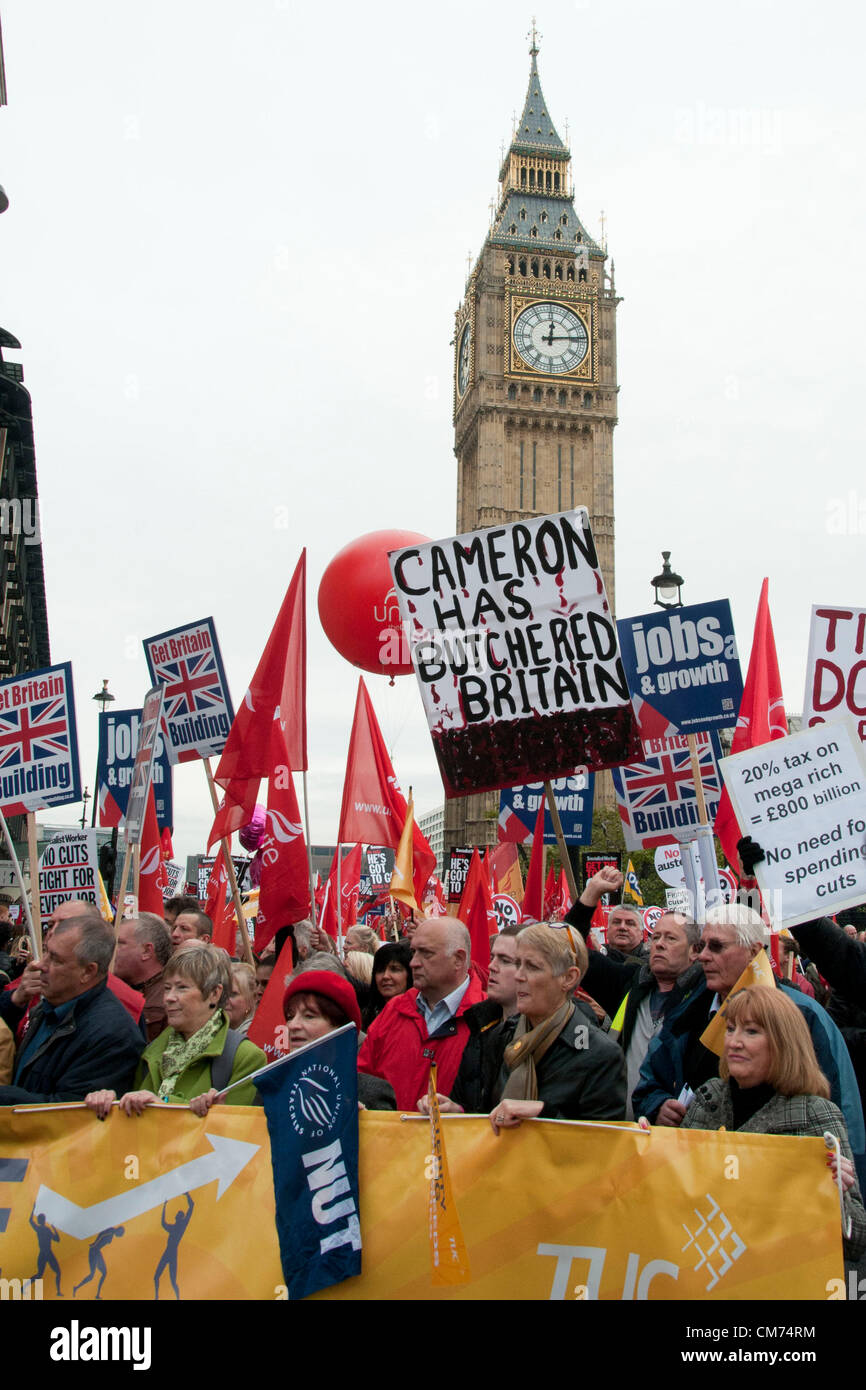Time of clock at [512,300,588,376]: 12:13
